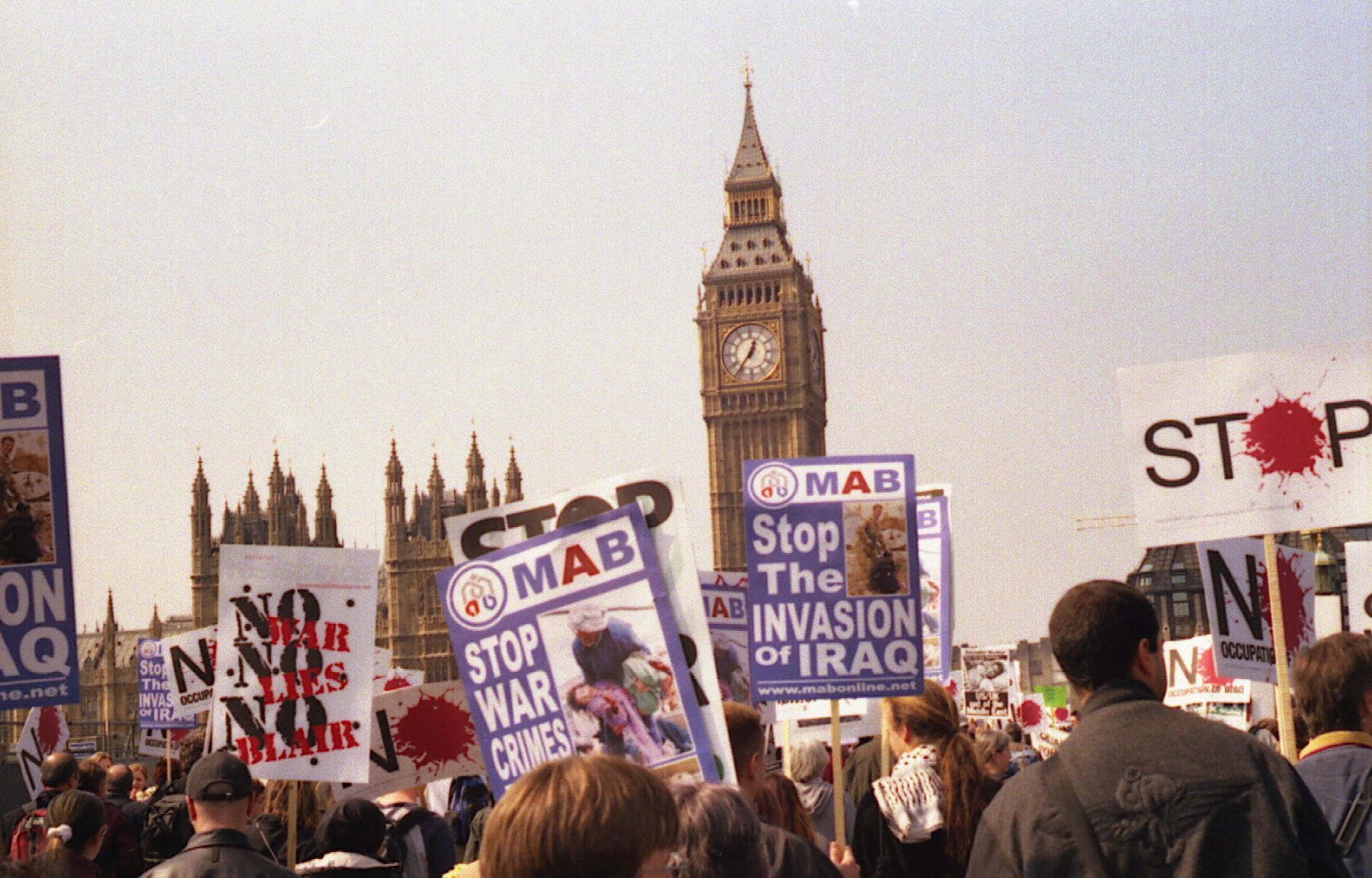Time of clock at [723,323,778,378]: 12:36
